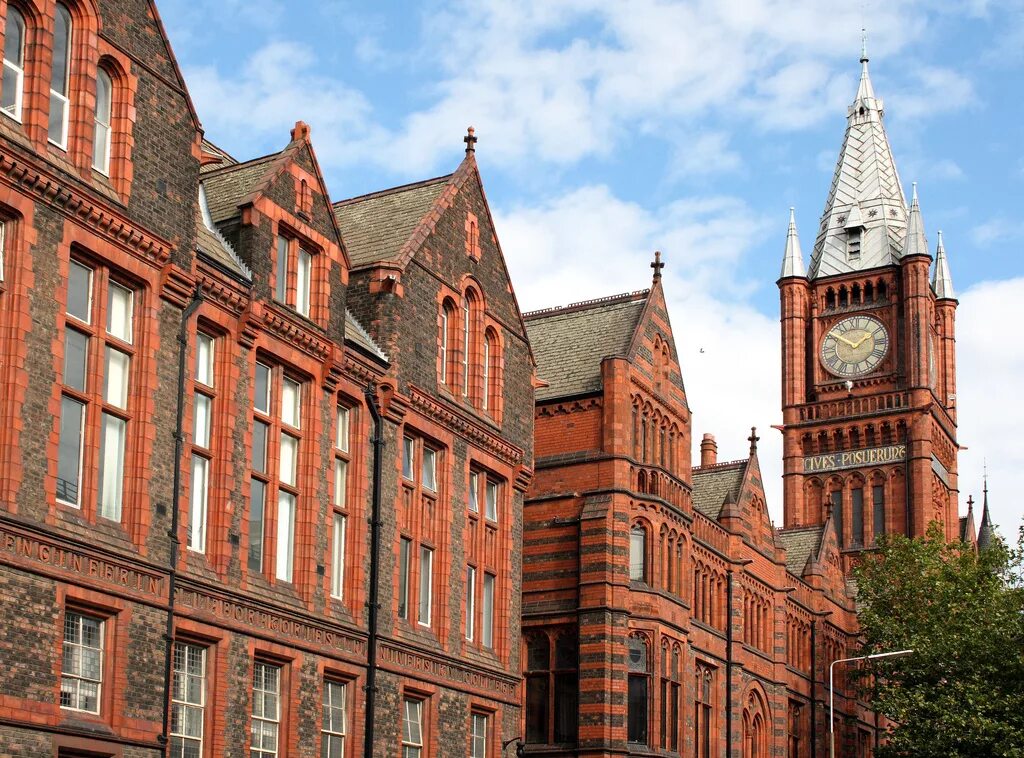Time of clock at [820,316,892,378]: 1:50
